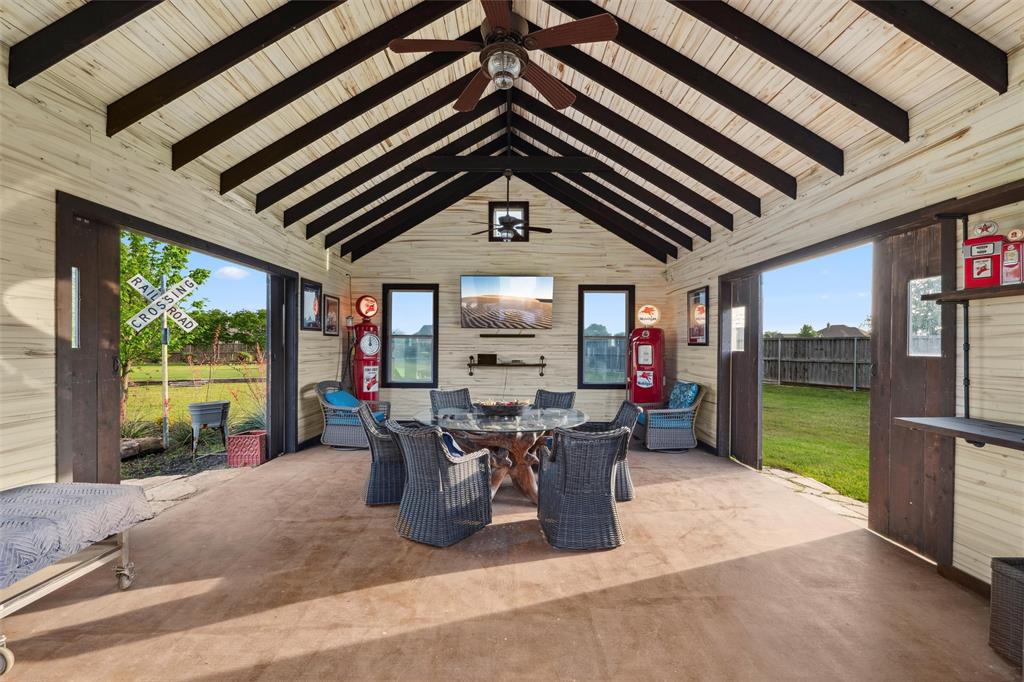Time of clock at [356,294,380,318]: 9:36
